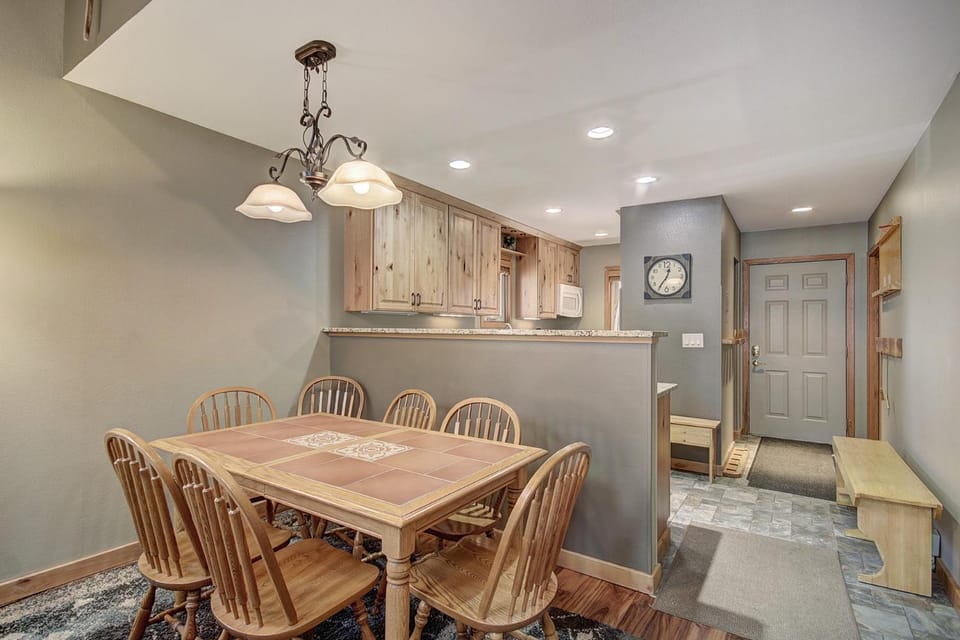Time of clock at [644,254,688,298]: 12:35
